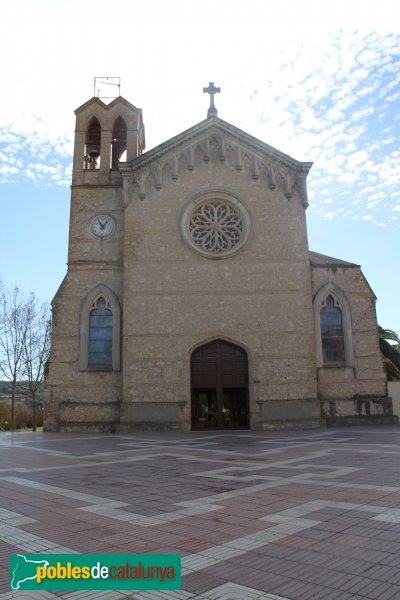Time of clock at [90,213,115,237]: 11:07
